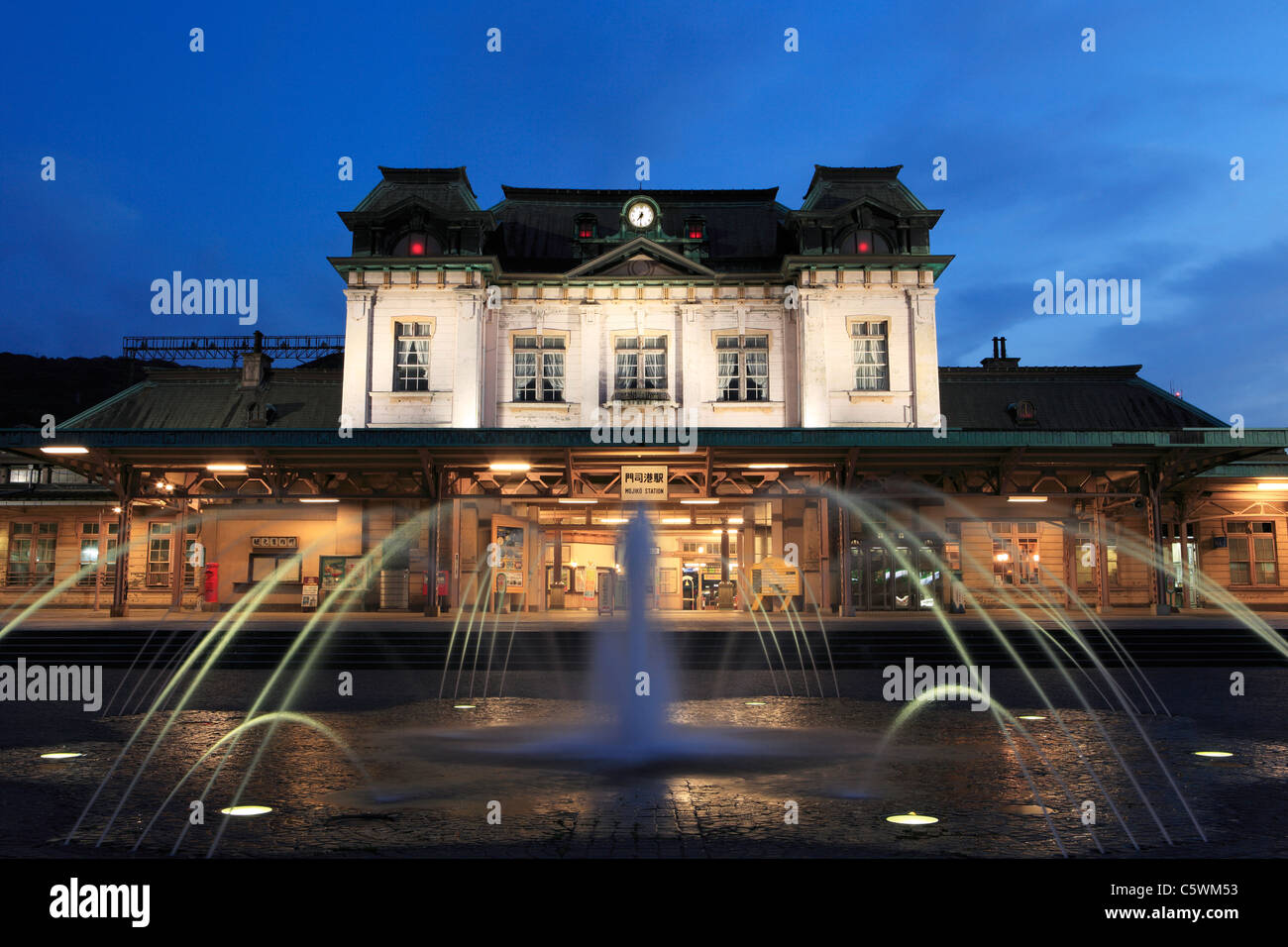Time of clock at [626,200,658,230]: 7:31
